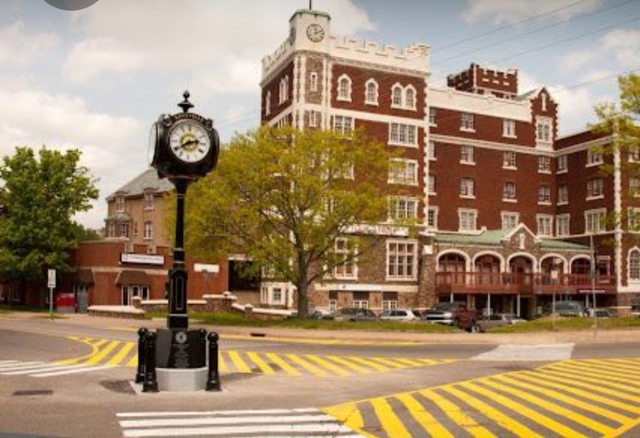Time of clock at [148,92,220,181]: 2:40
